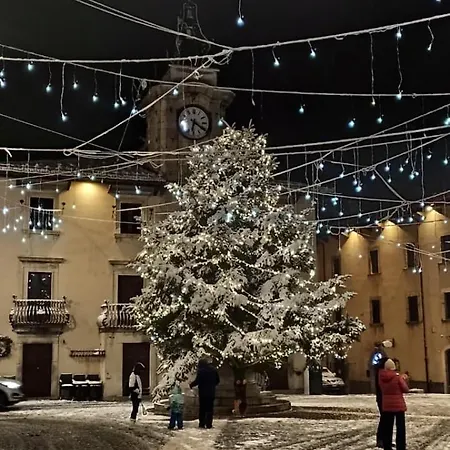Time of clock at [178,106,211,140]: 6:20
